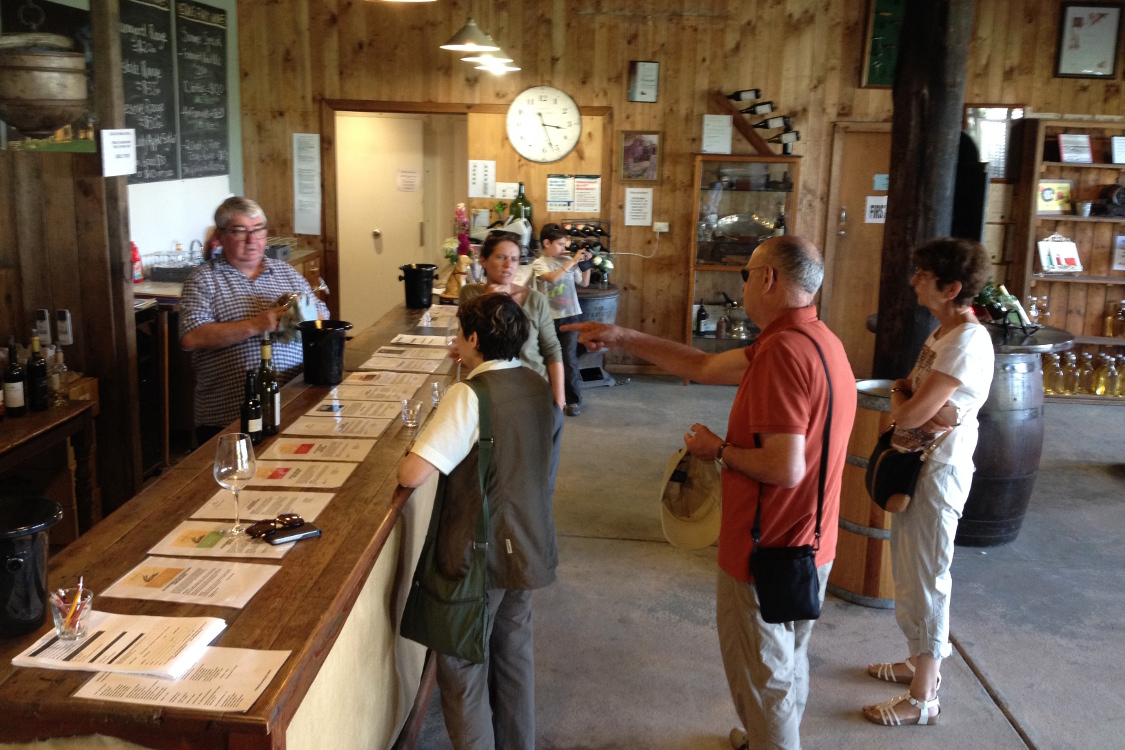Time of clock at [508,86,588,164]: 3:26
